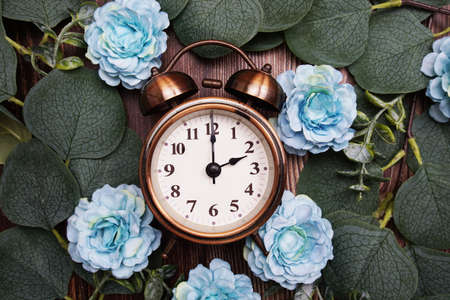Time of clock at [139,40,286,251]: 2:00
